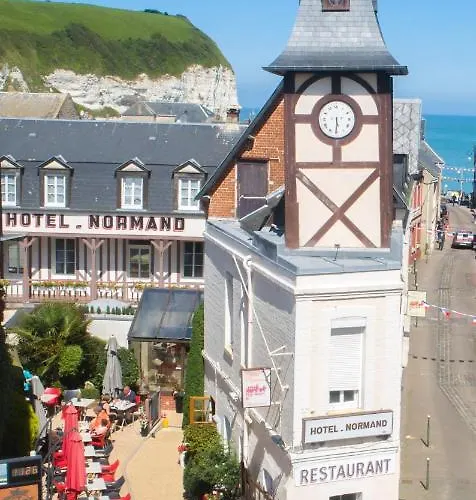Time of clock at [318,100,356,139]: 5:30
